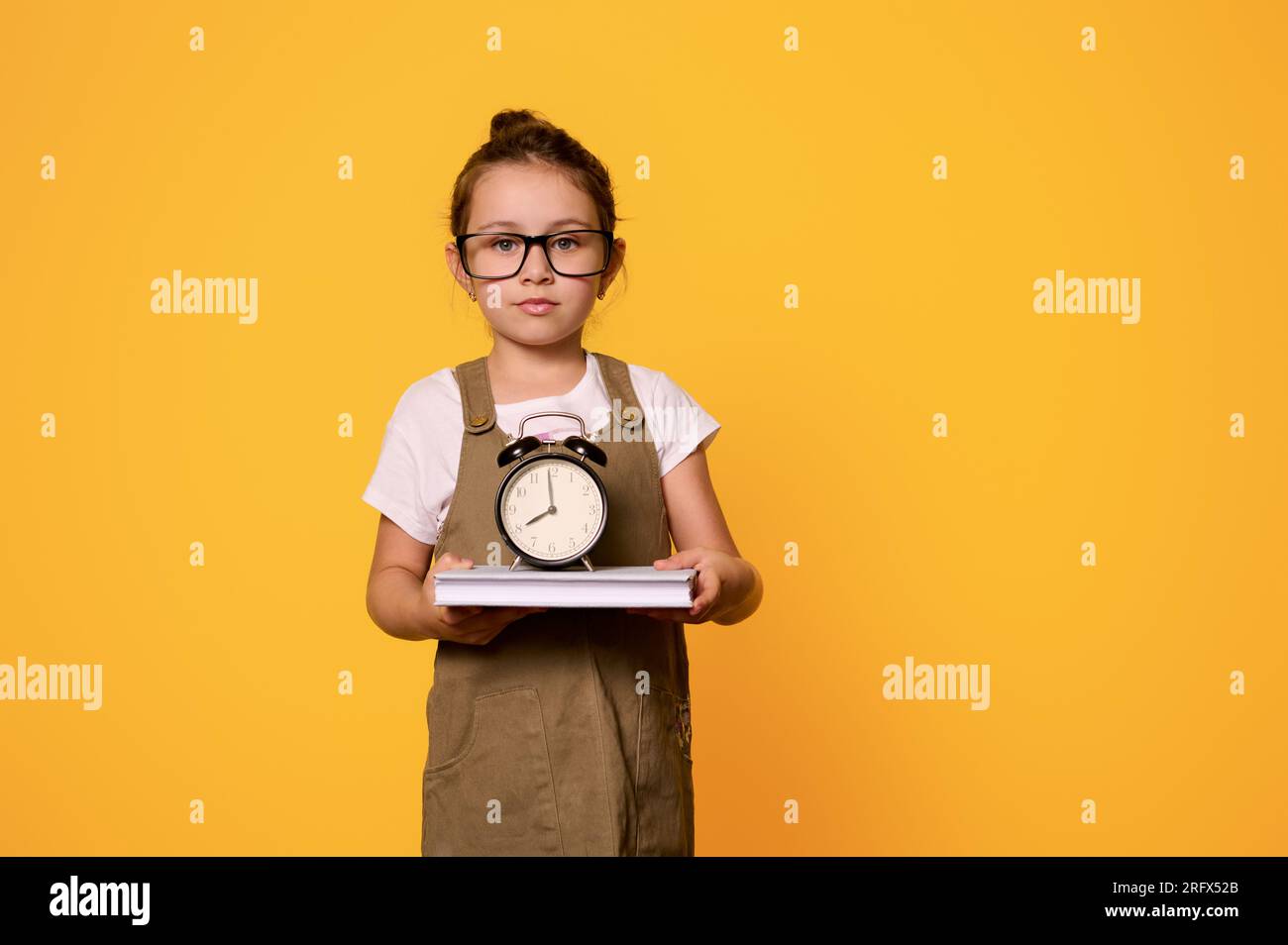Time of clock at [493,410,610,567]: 7:59
